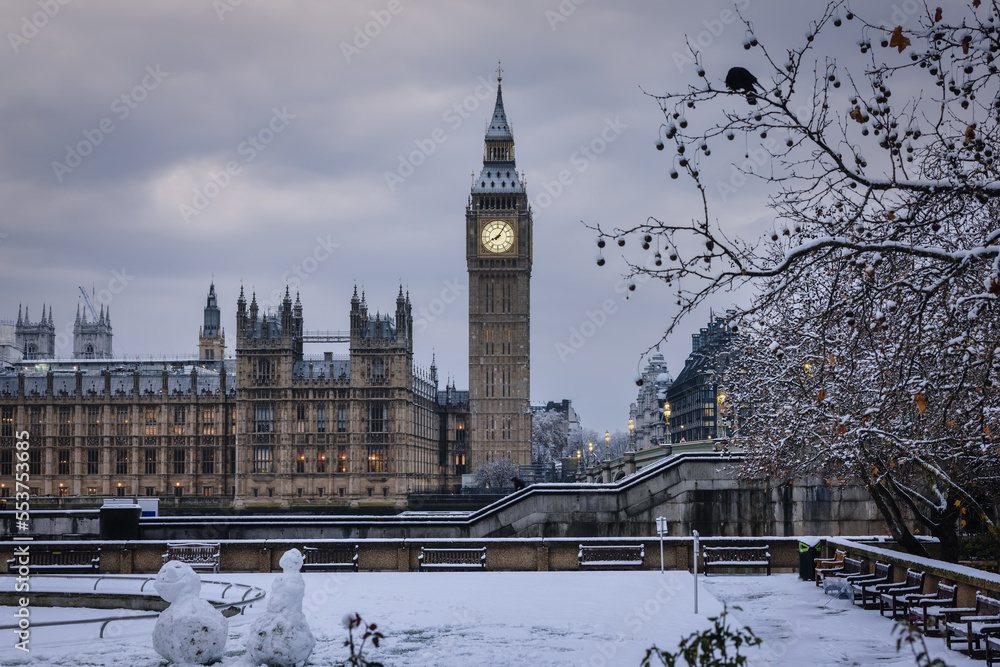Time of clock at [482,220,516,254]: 8:05
